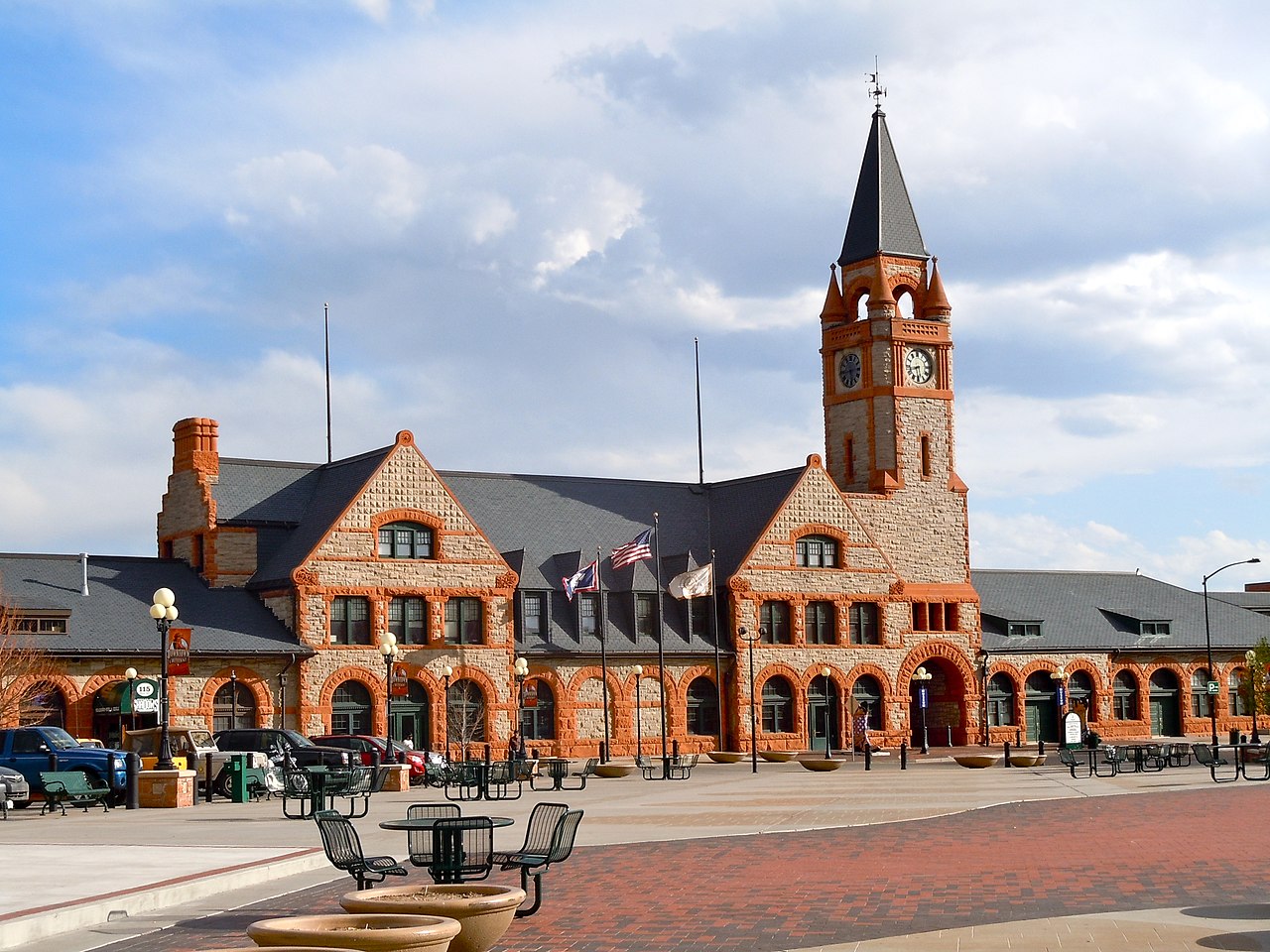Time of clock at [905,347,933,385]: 8:29
